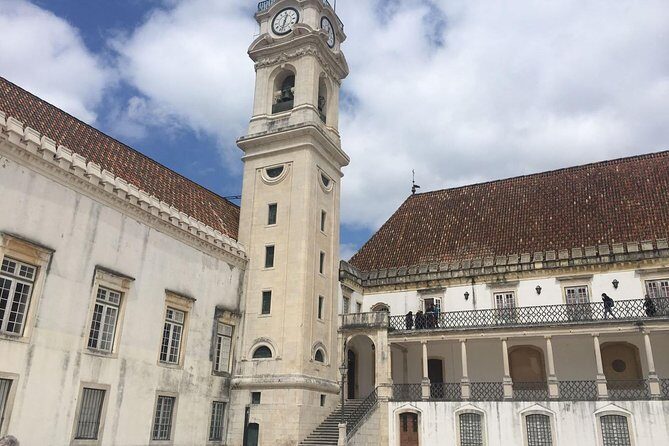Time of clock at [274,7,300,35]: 12:32
